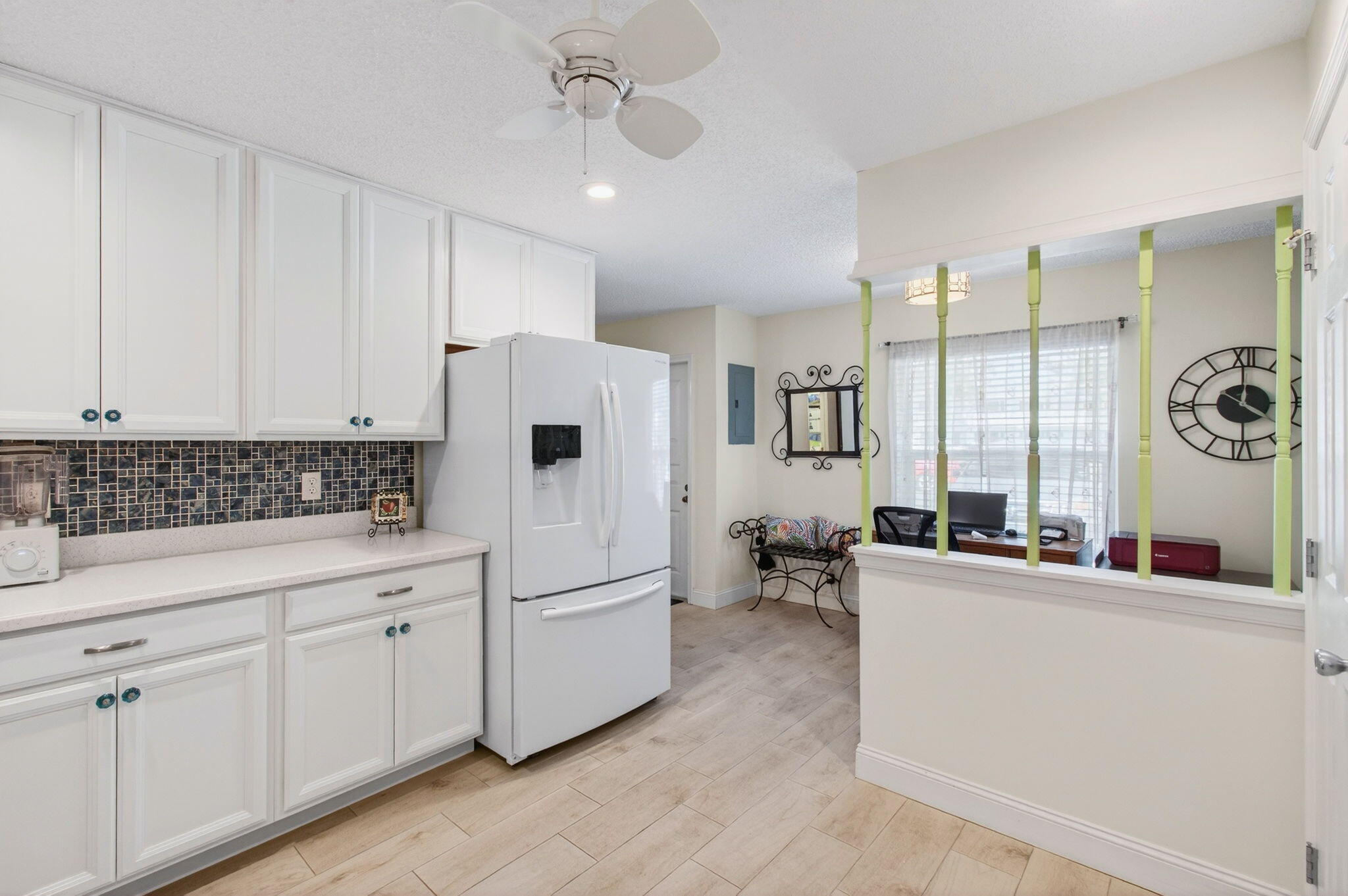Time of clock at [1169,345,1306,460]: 4:00
